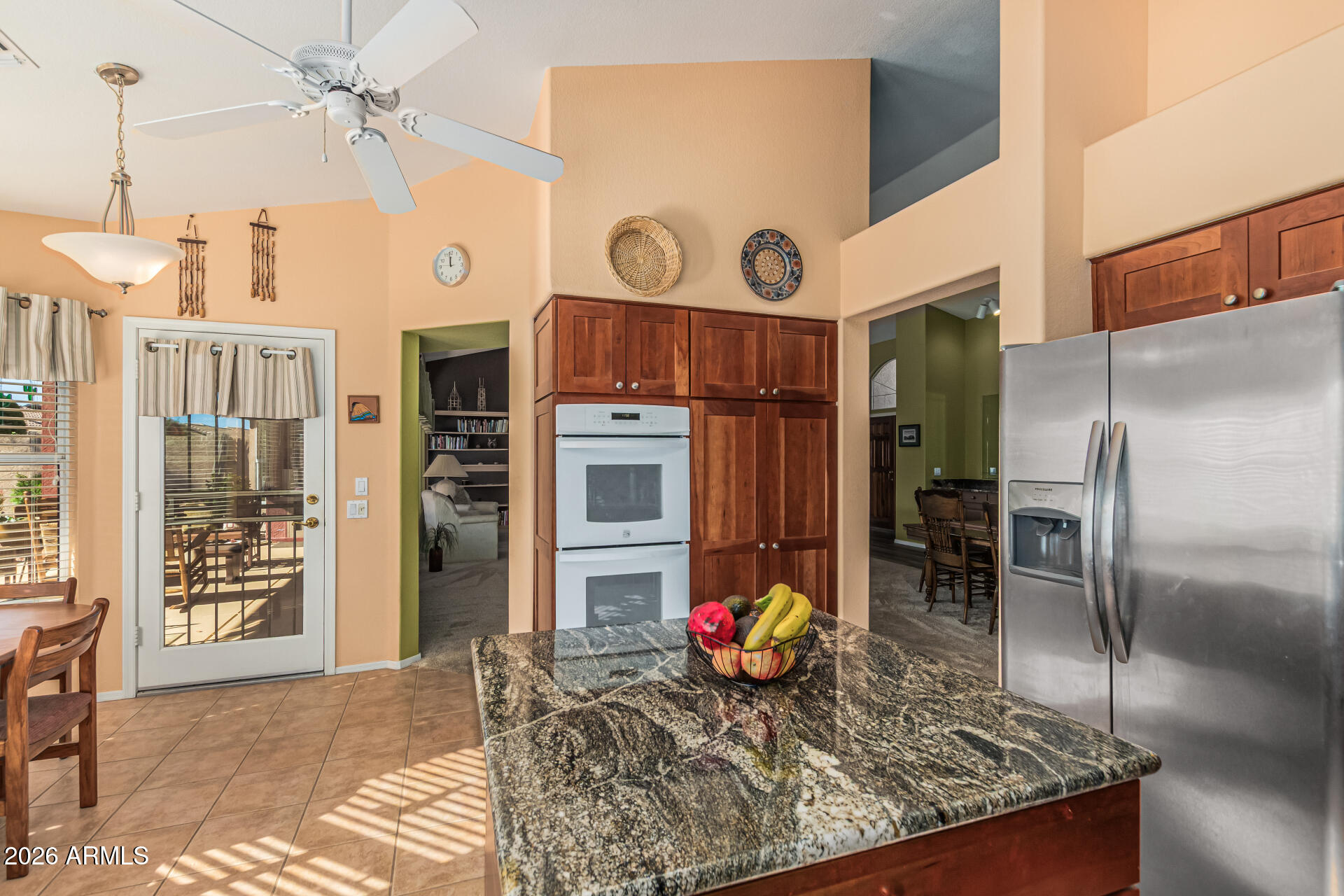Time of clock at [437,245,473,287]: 11:58
